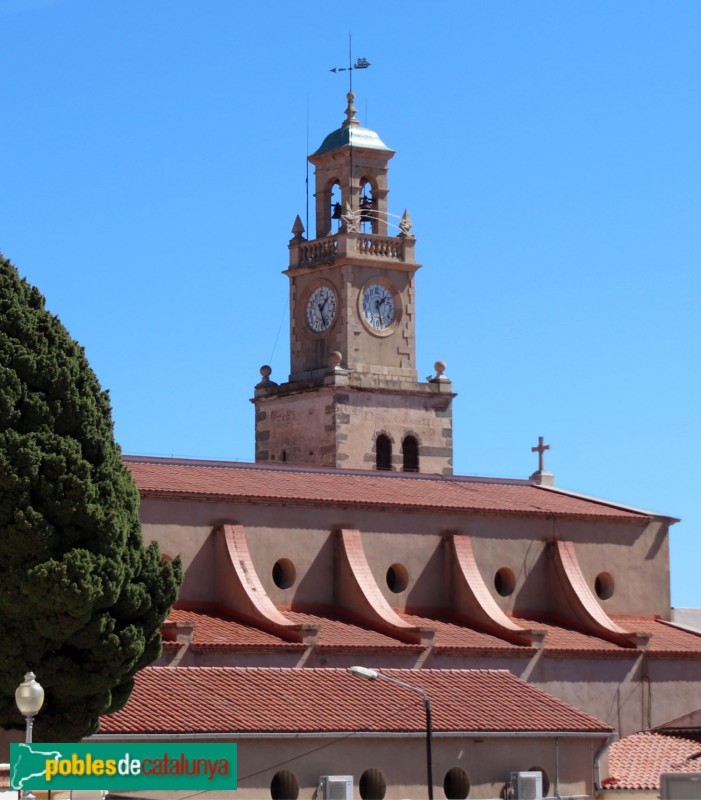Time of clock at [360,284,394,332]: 1:28
